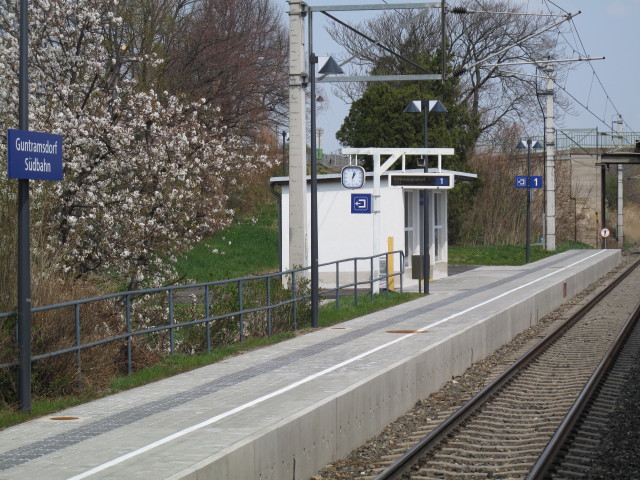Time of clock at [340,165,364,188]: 1:02
